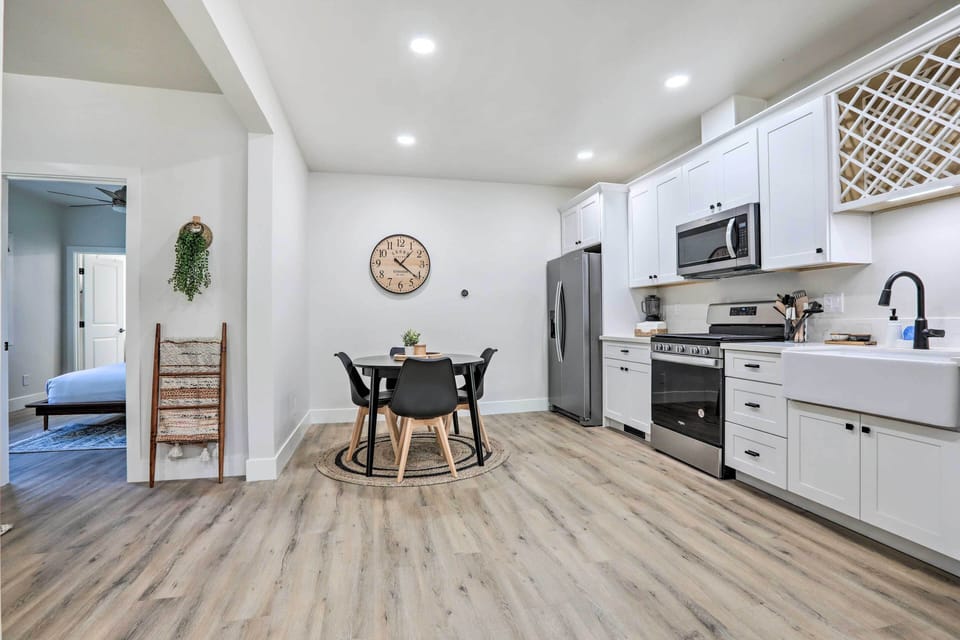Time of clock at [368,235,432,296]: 1:21
